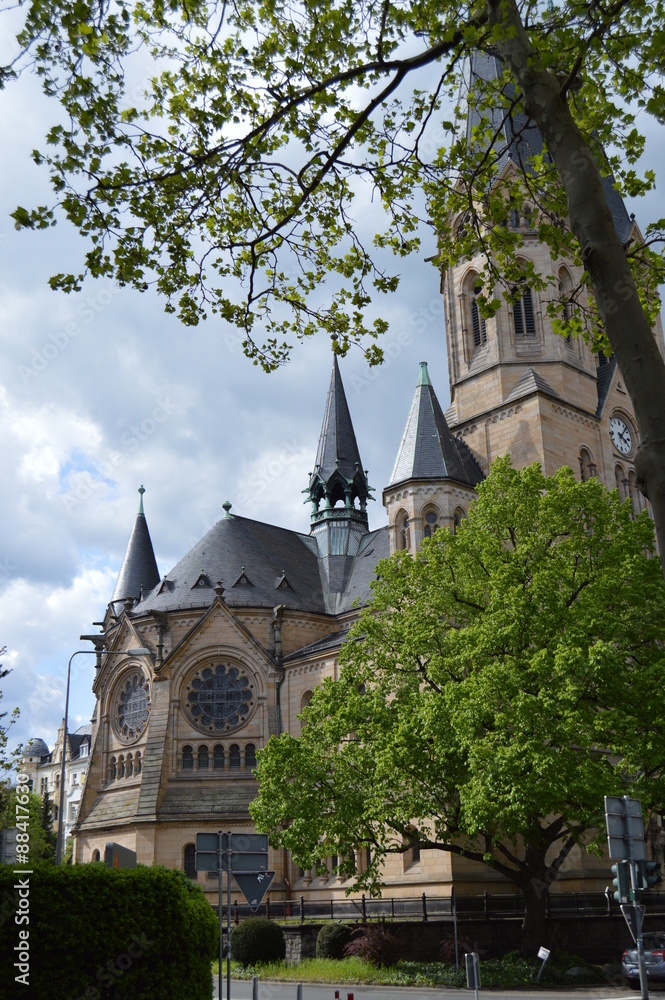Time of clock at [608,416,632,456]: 4:07
